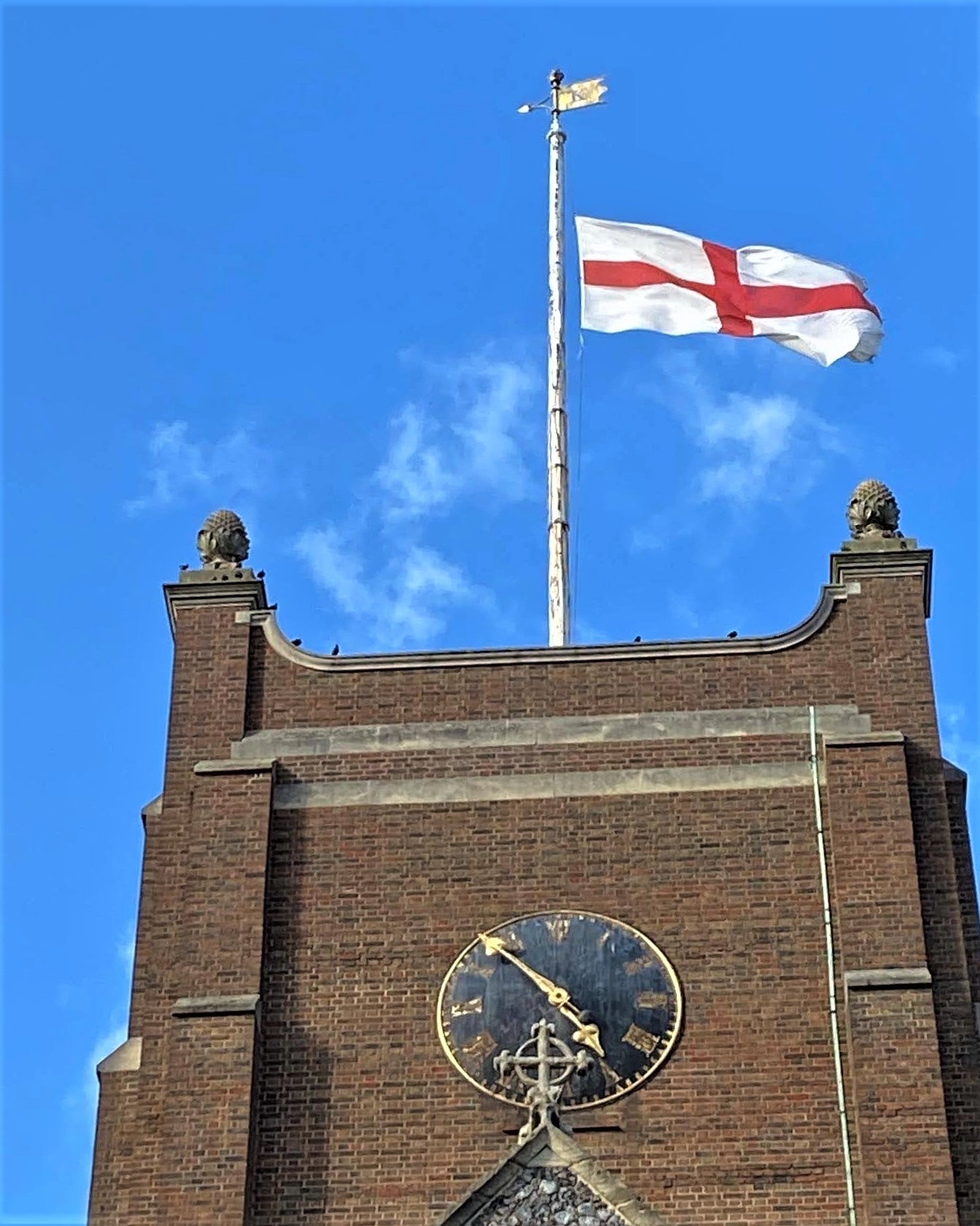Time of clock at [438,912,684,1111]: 4:52
